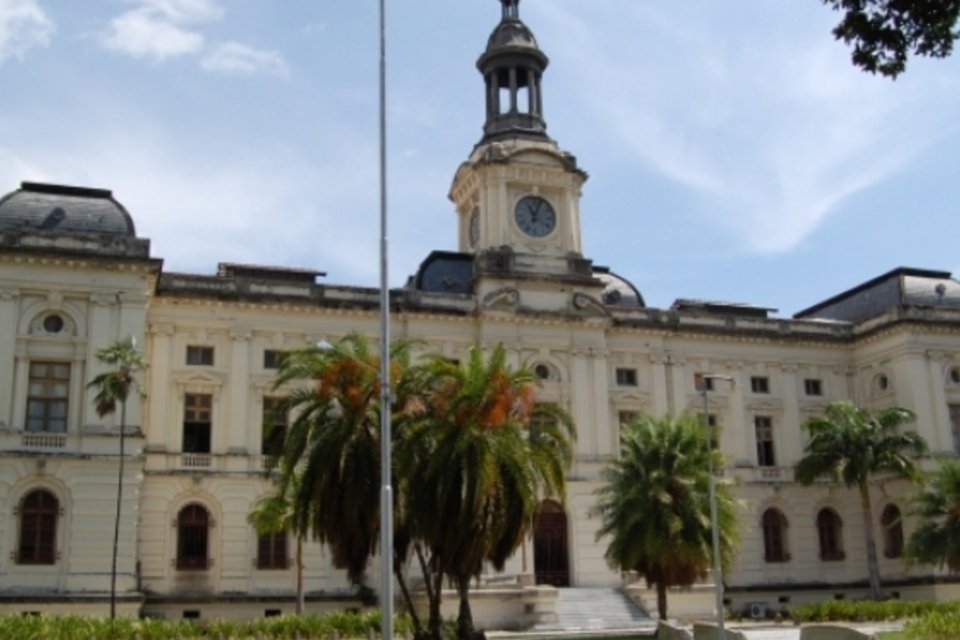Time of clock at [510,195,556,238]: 11:03
